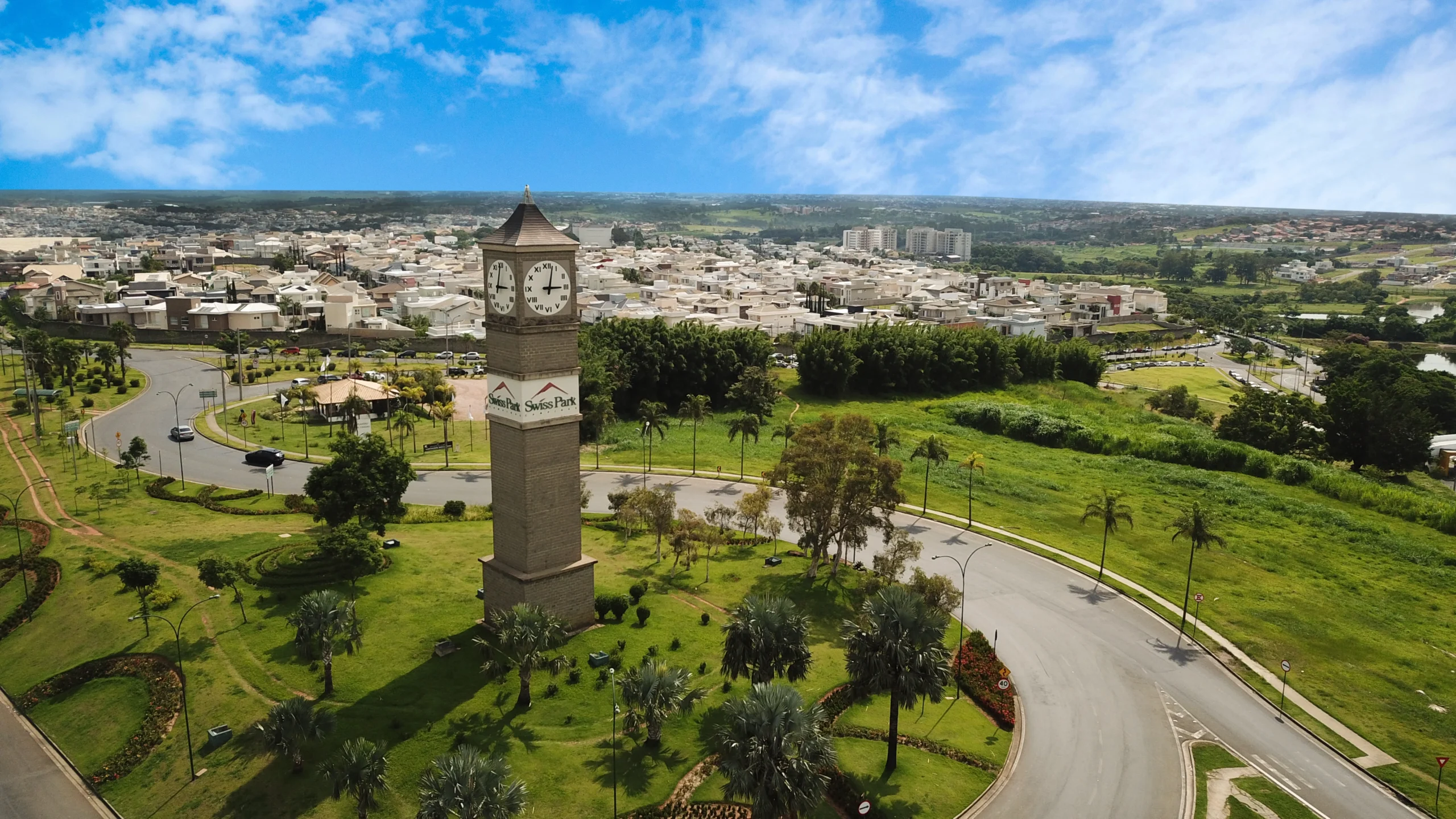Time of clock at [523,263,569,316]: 3:02
